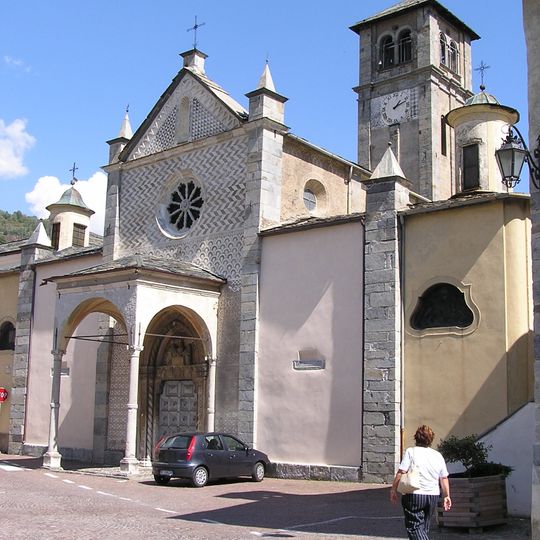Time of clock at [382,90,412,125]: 1:11
